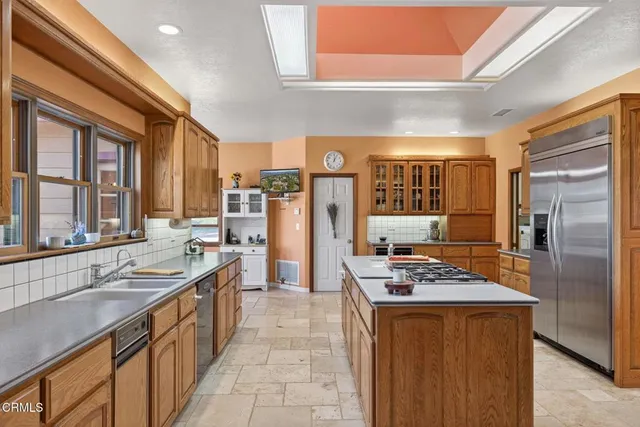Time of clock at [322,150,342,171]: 12:04
